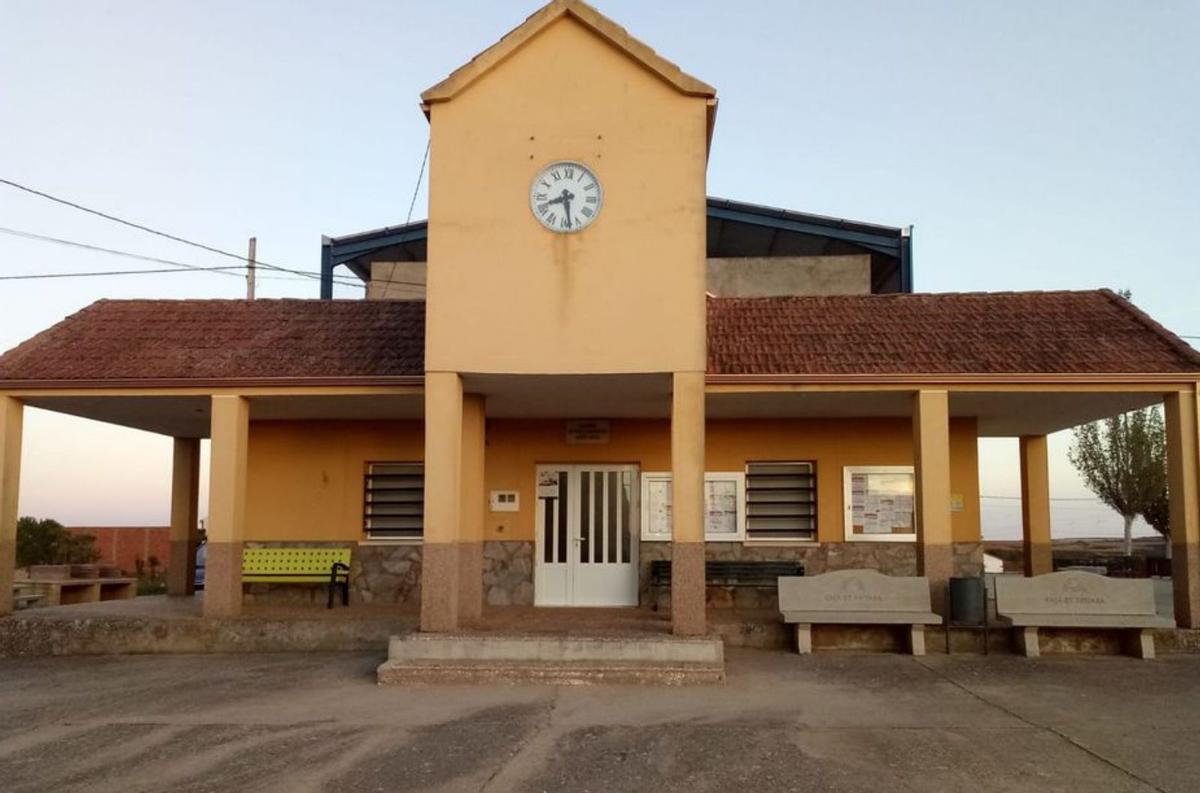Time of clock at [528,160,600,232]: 8:28
